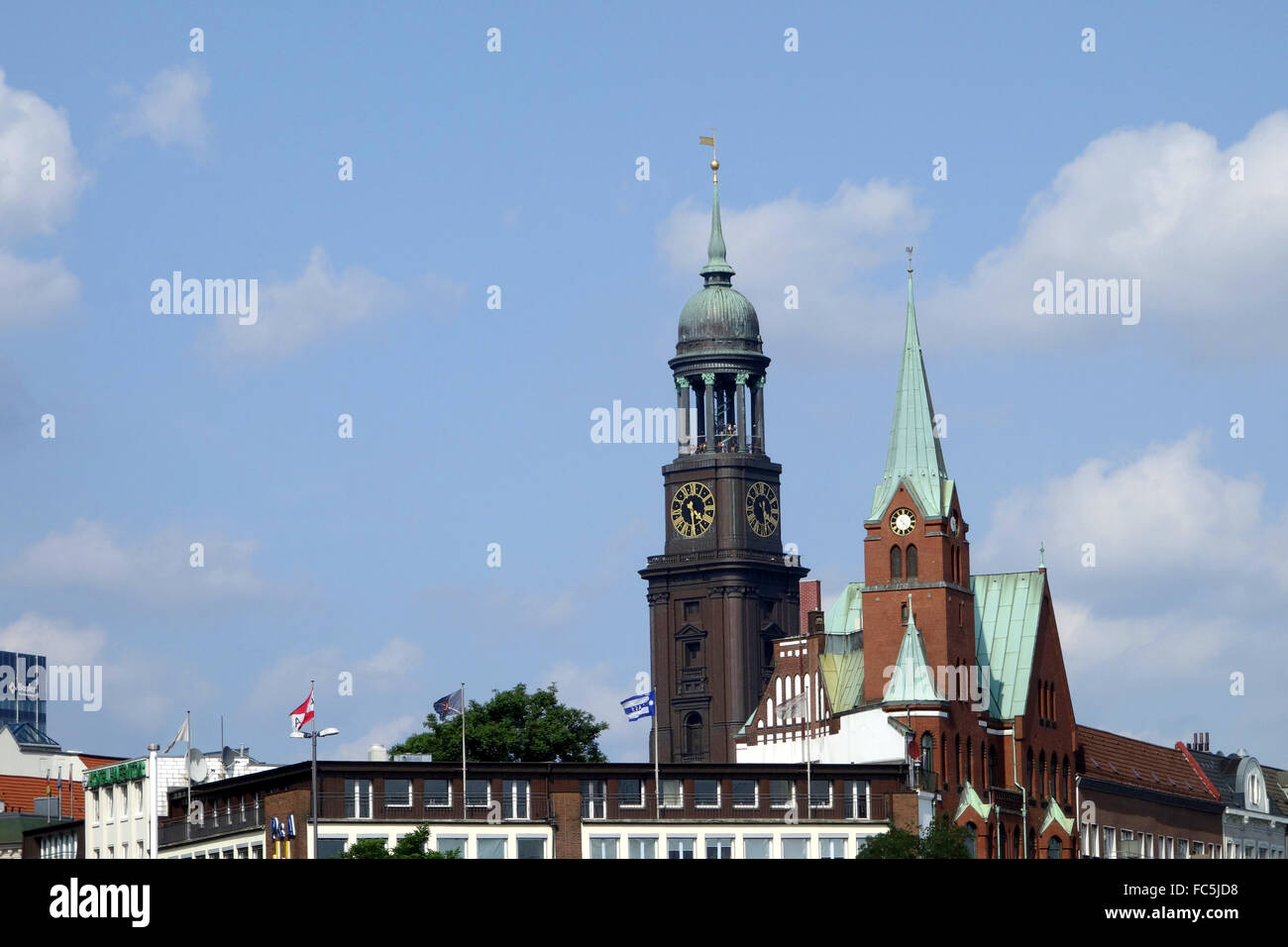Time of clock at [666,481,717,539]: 4:28
